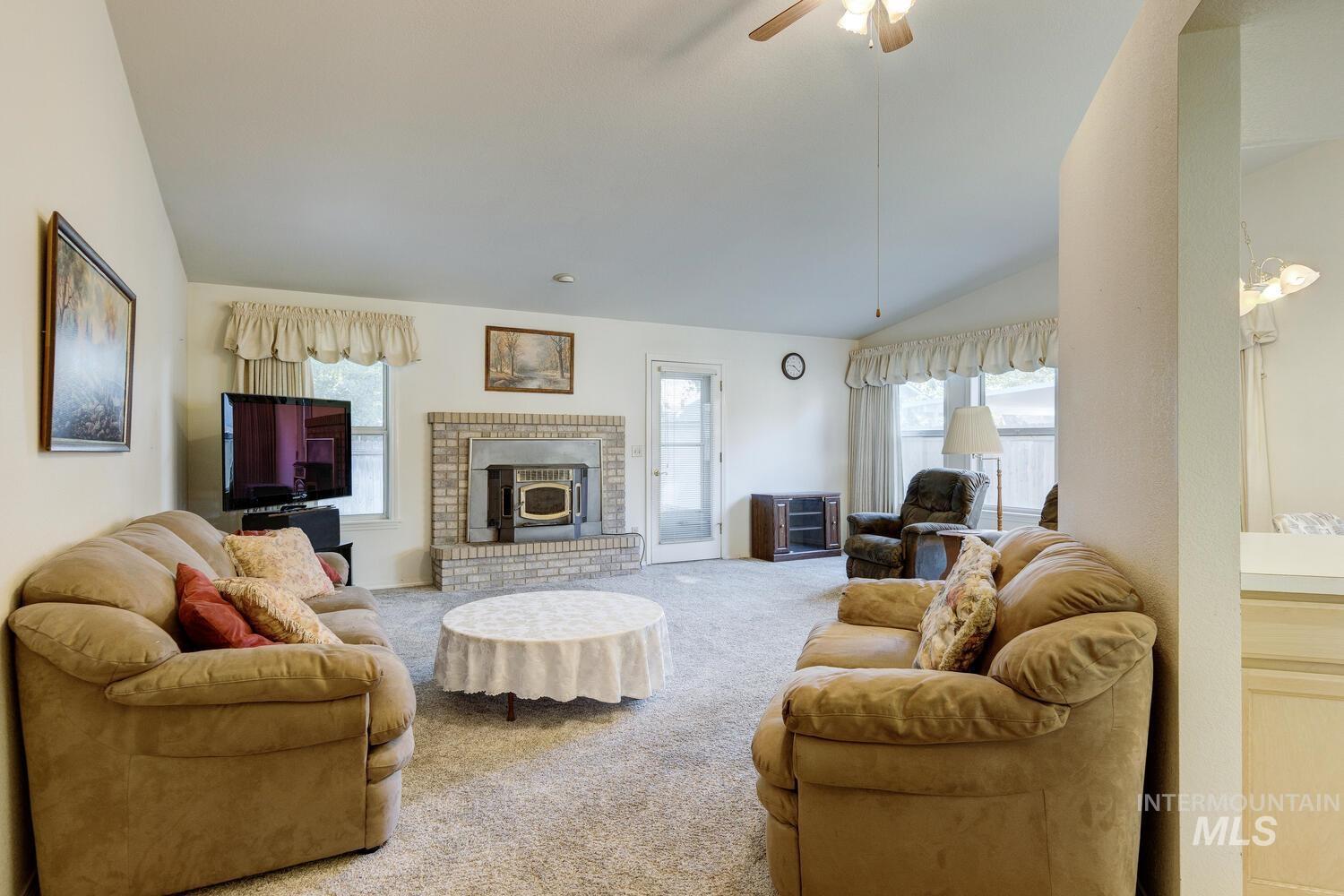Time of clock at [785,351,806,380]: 9:21
